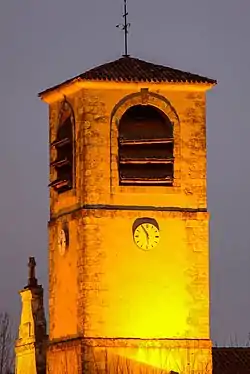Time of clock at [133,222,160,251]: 5:55
